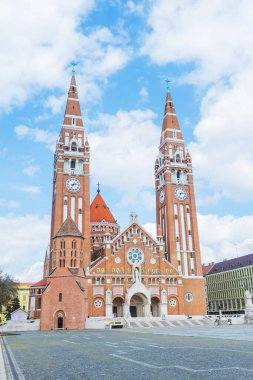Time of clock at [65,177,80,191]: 2:34
